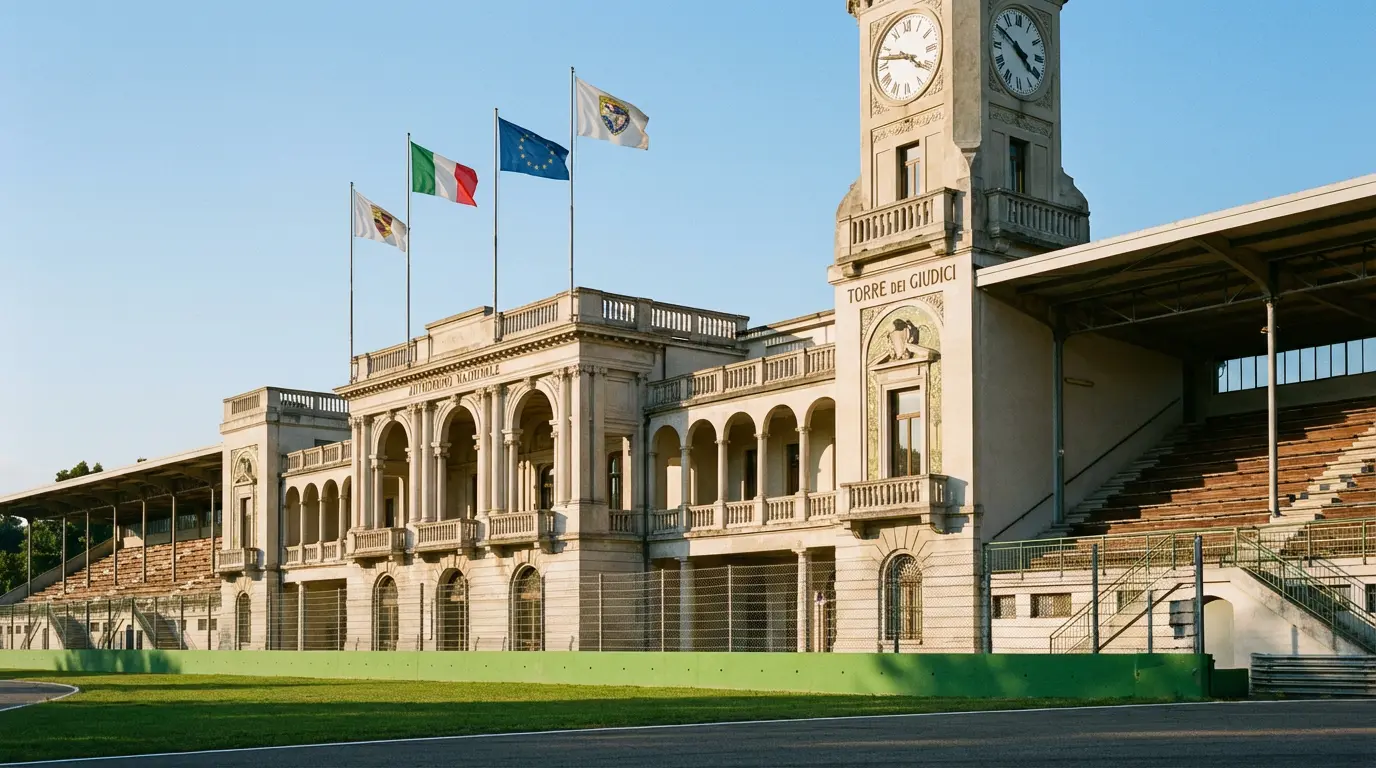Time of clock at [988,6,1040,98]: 3:50
